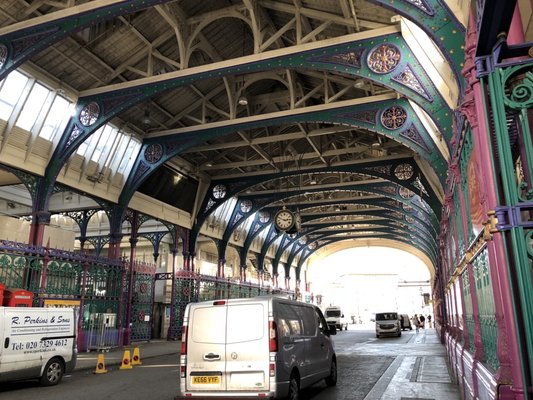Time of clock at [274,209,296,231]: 2:48
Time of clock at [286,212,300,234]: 2:48
